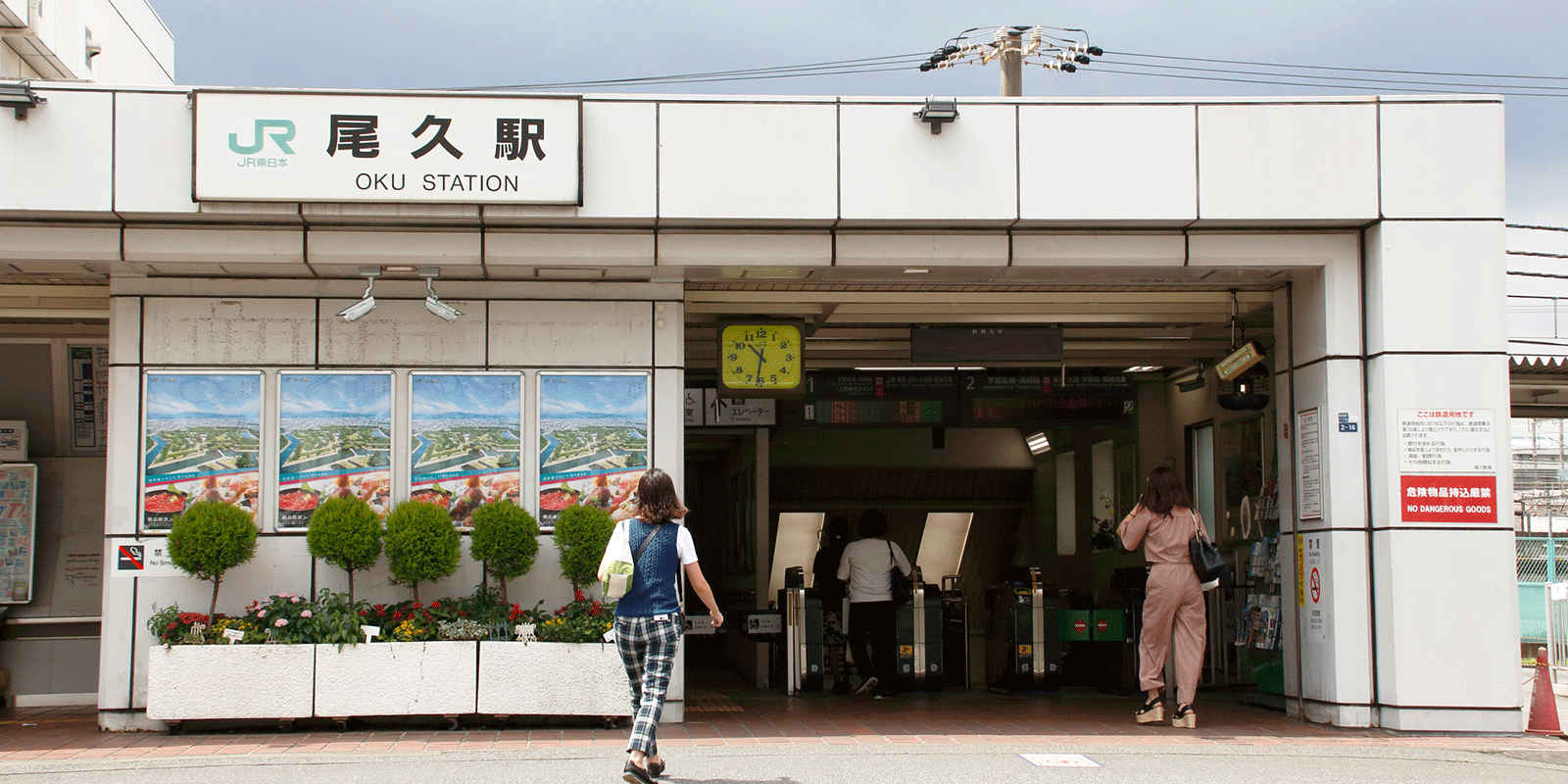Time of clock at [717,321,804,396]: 10:31
